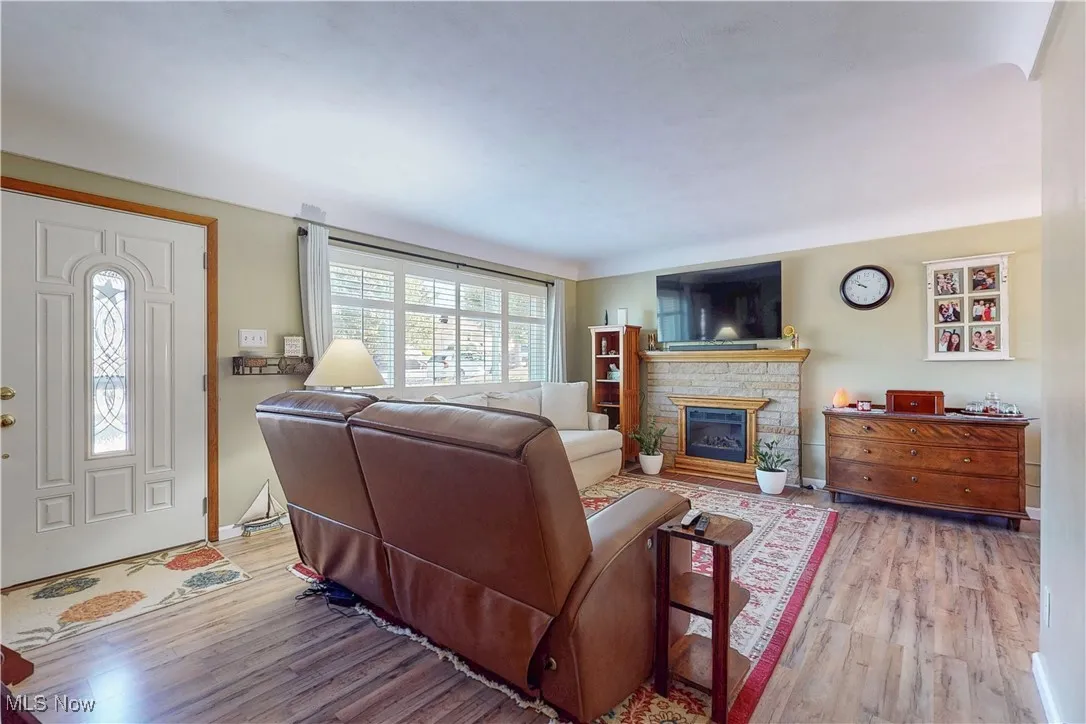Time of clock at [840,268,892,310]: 9:51
